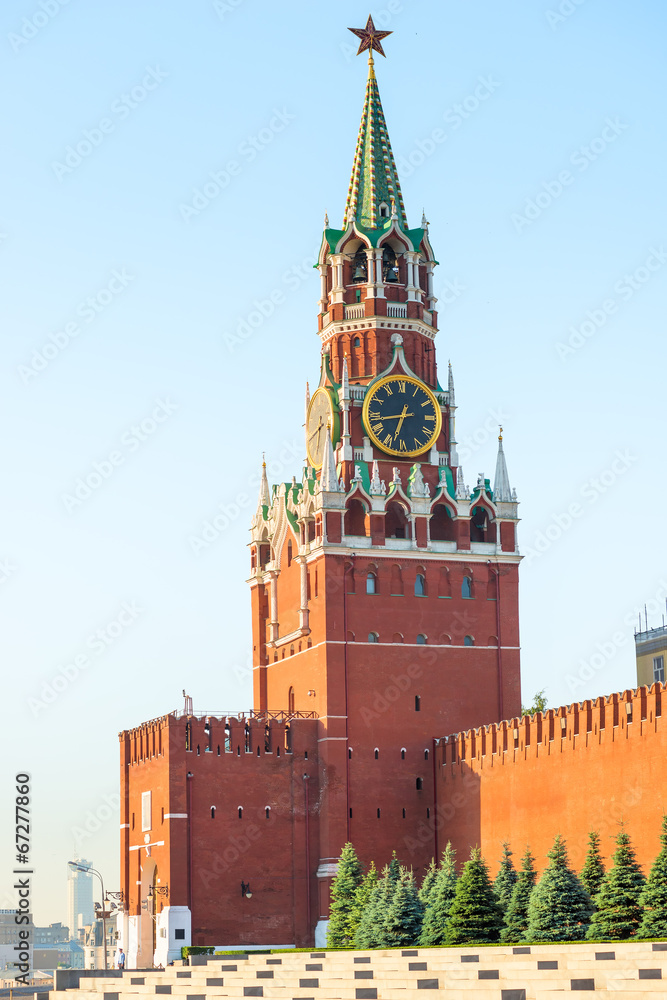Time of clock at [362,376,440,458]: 6:43
